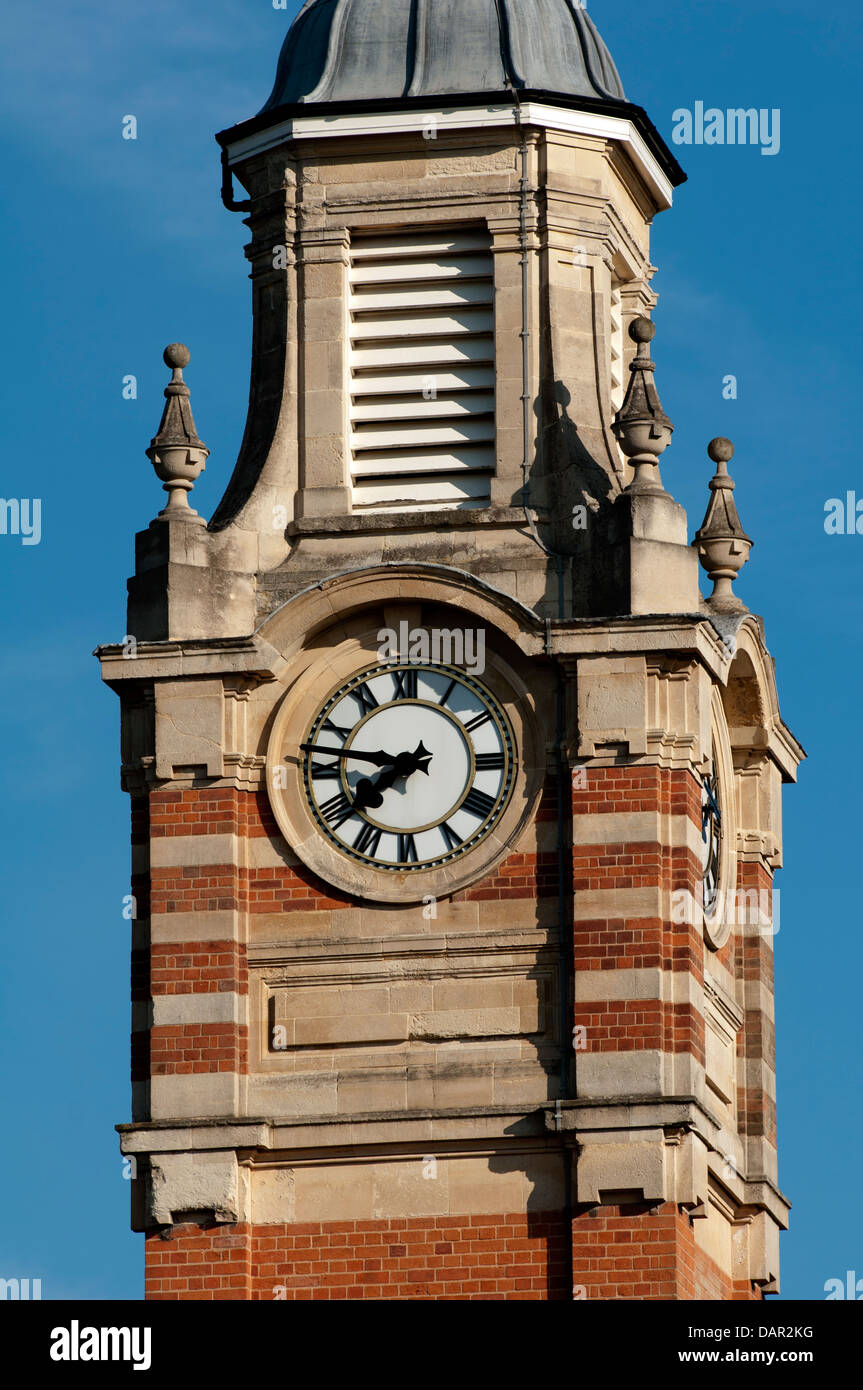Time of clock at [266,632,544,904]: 7:46
